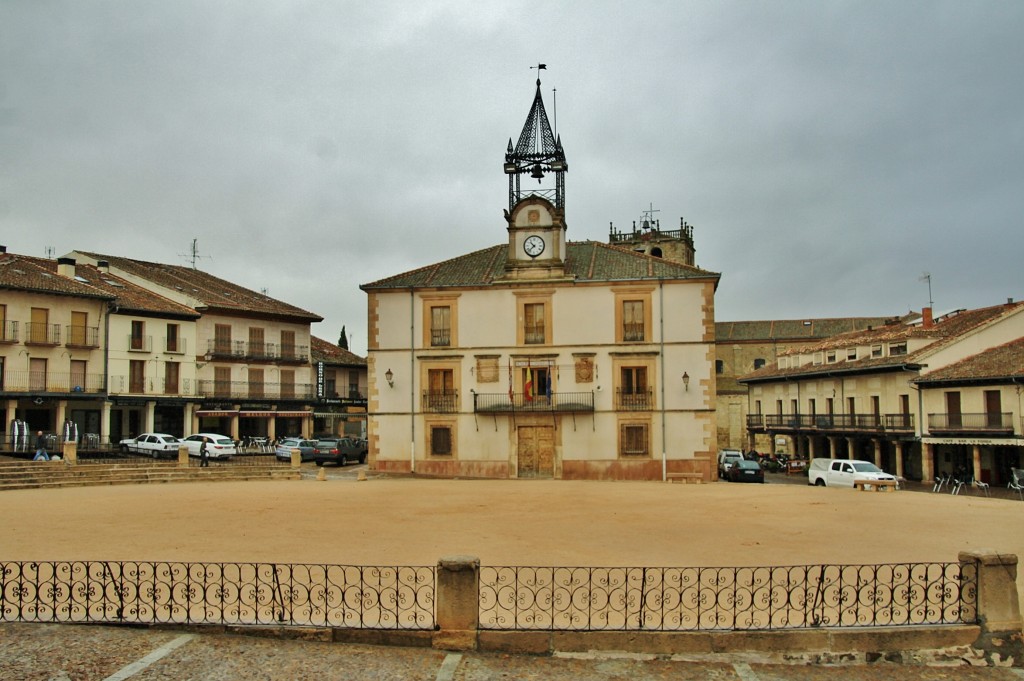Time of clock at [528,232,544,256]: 10:37
